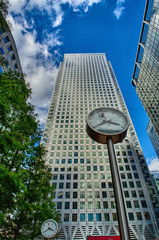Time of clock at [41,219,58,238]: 3:39
